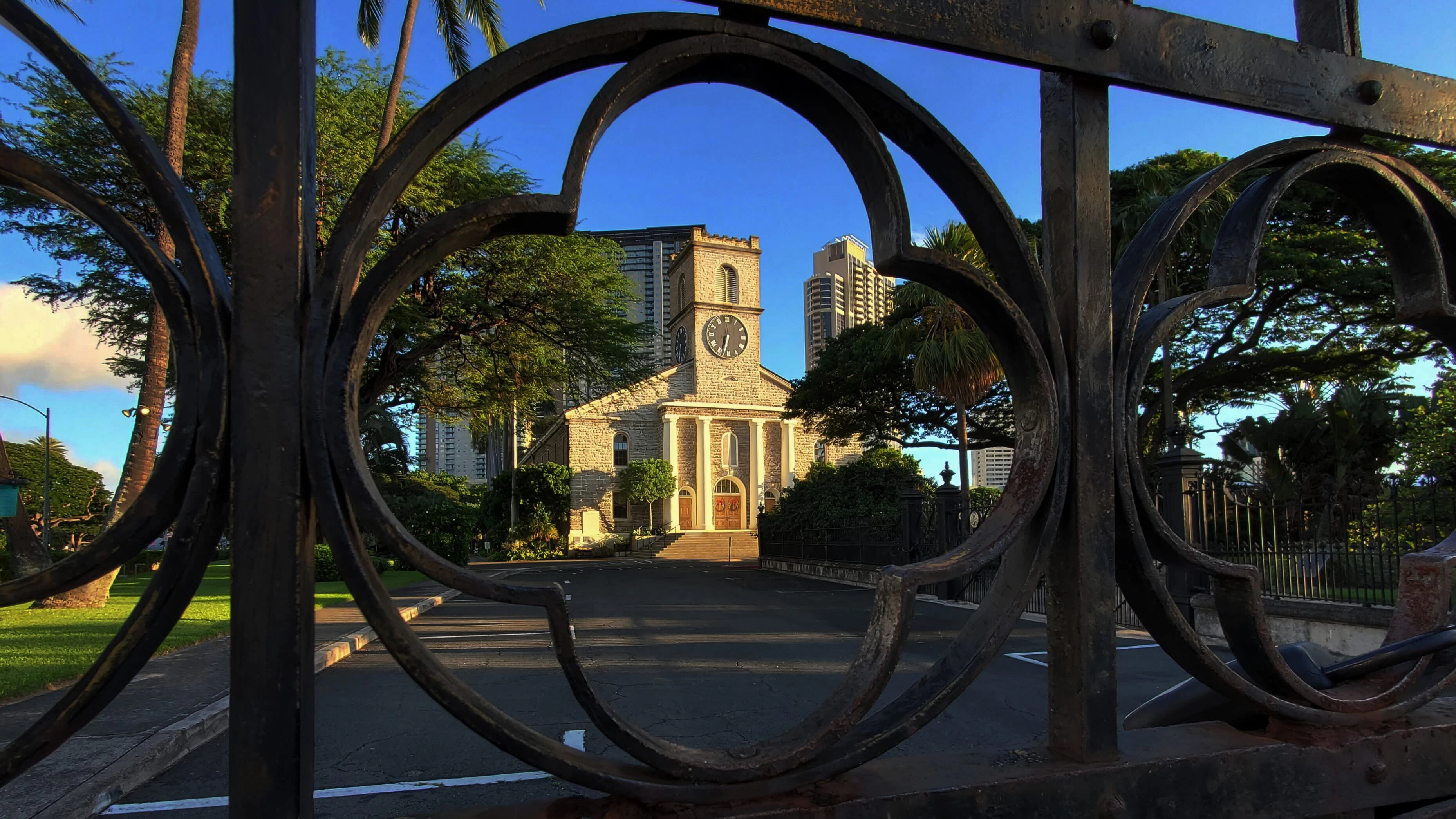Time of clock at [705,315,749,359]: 6:32
